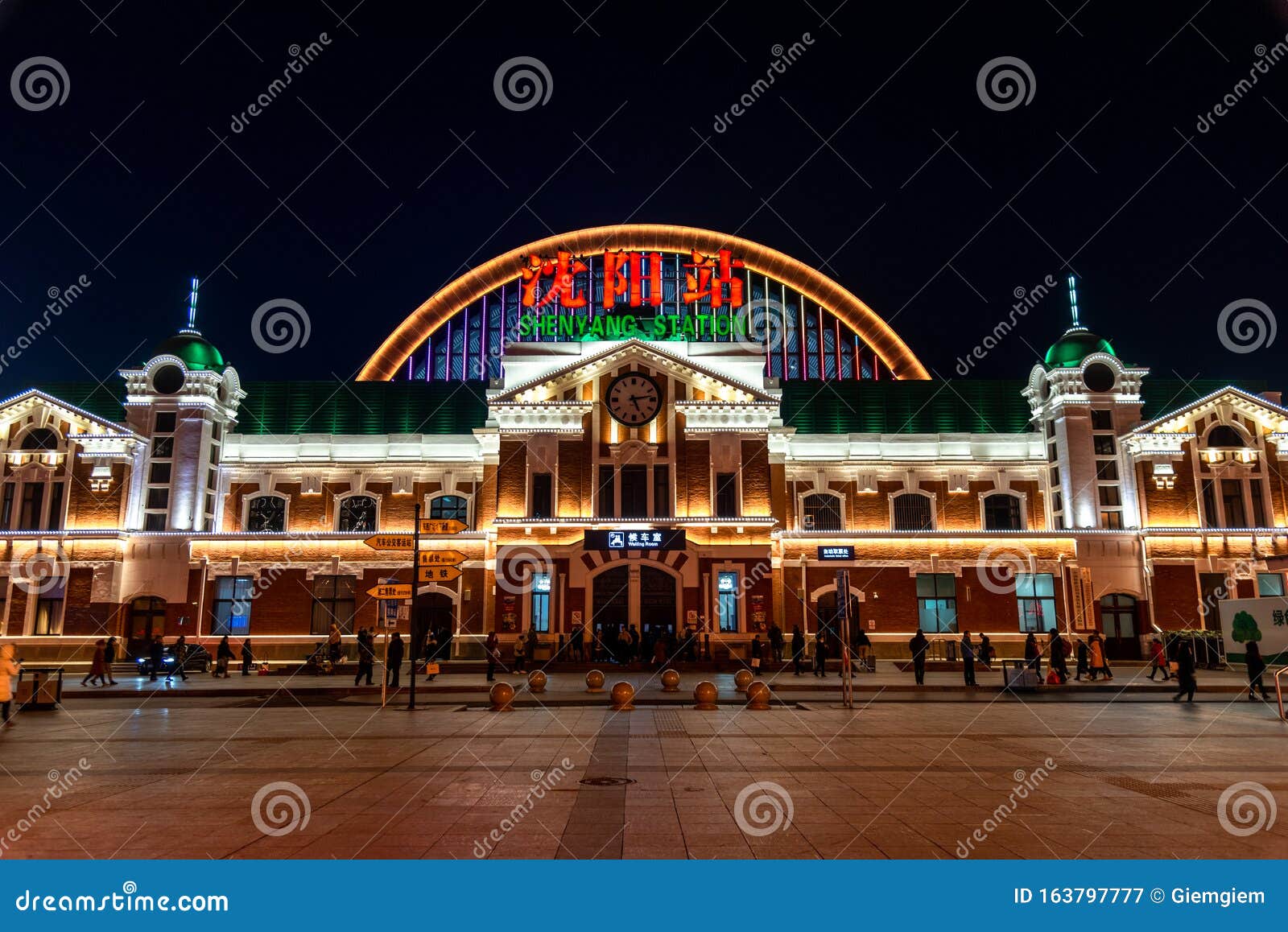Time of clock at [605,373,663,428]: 5:13
